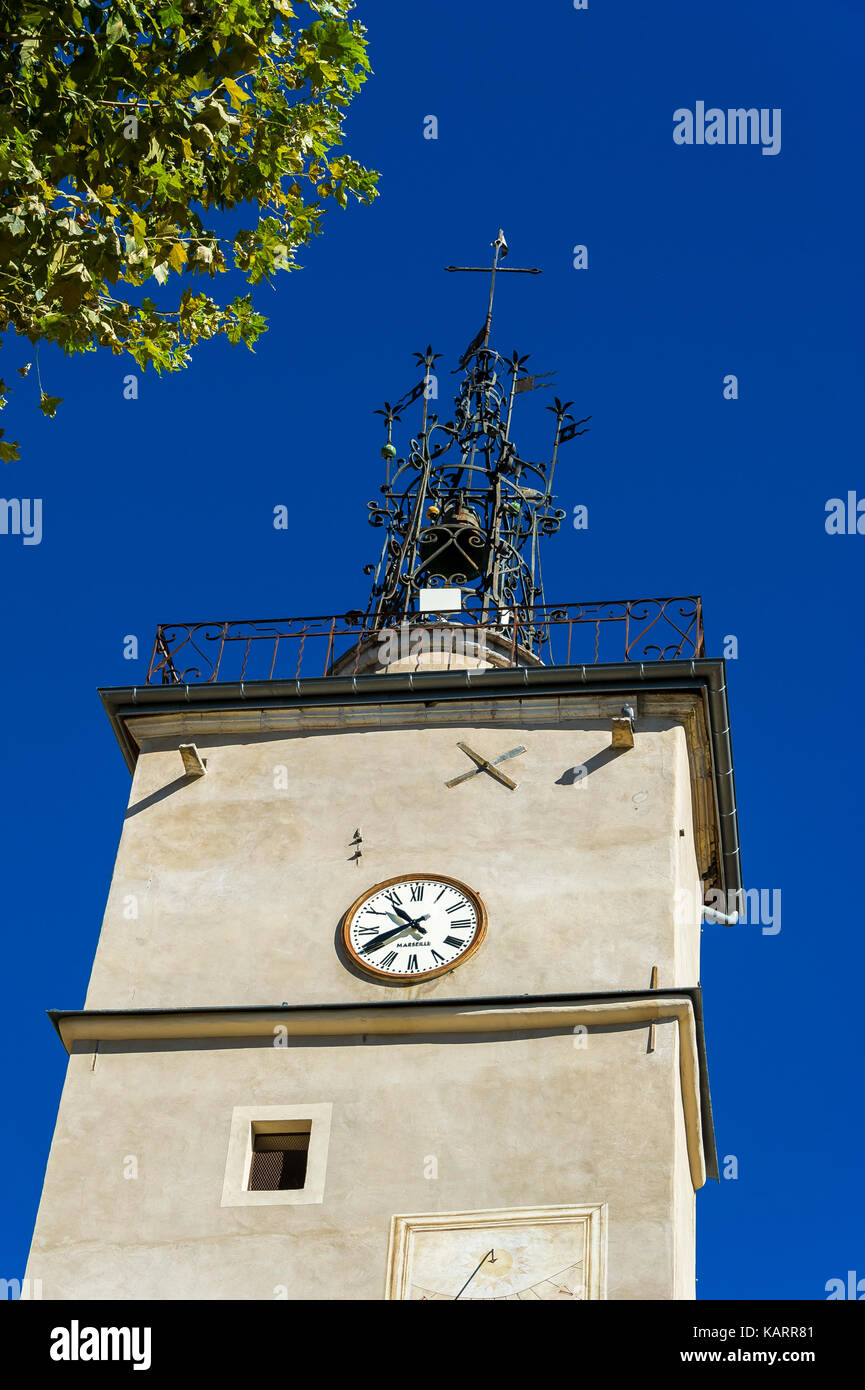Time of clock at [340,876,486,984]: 10:40
